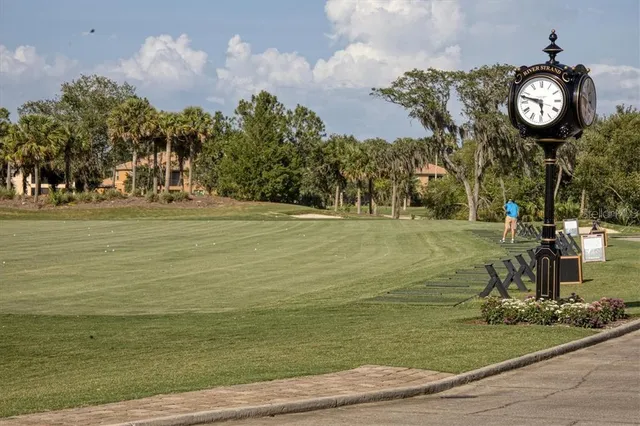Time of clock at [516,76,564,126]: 5:47
